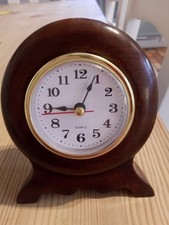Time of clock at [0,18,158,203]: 9:04
